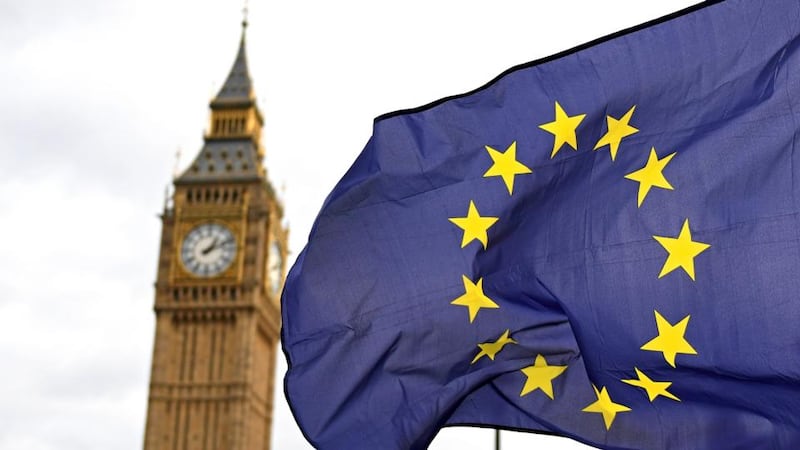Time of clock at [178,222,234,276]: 1:11
